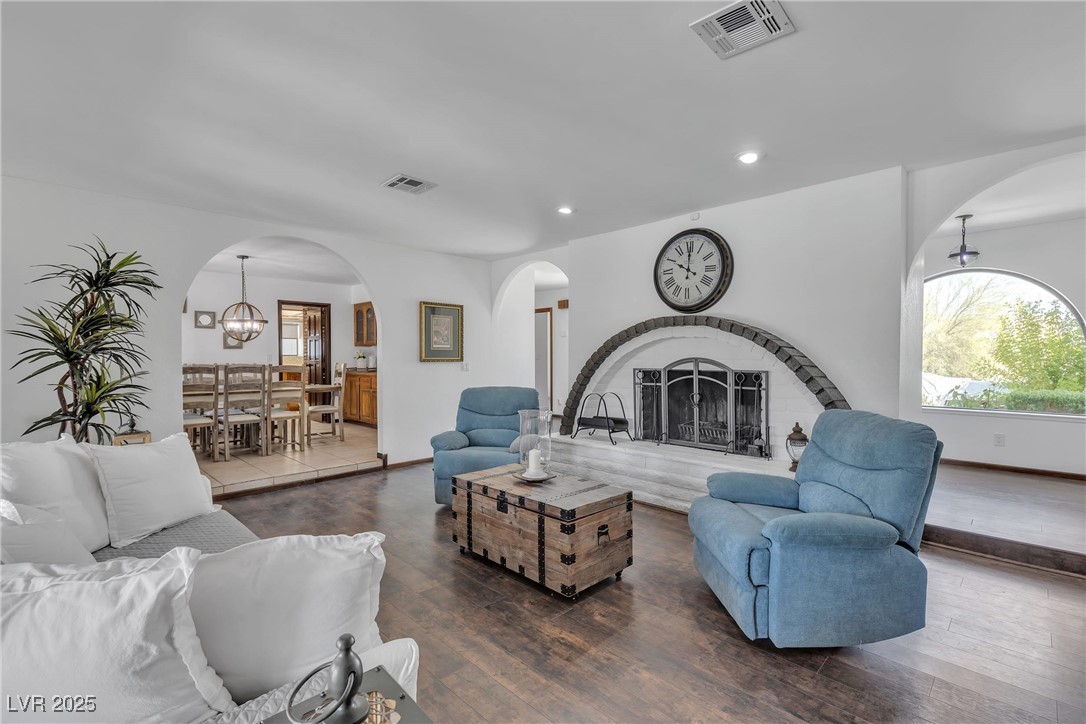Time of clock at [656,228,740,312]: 10:00
